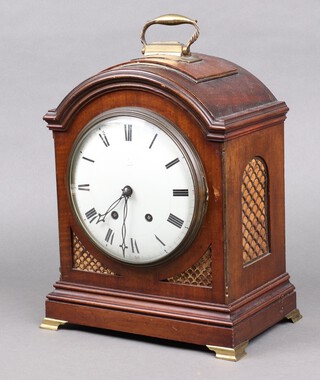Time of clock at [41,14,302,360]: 7:32
